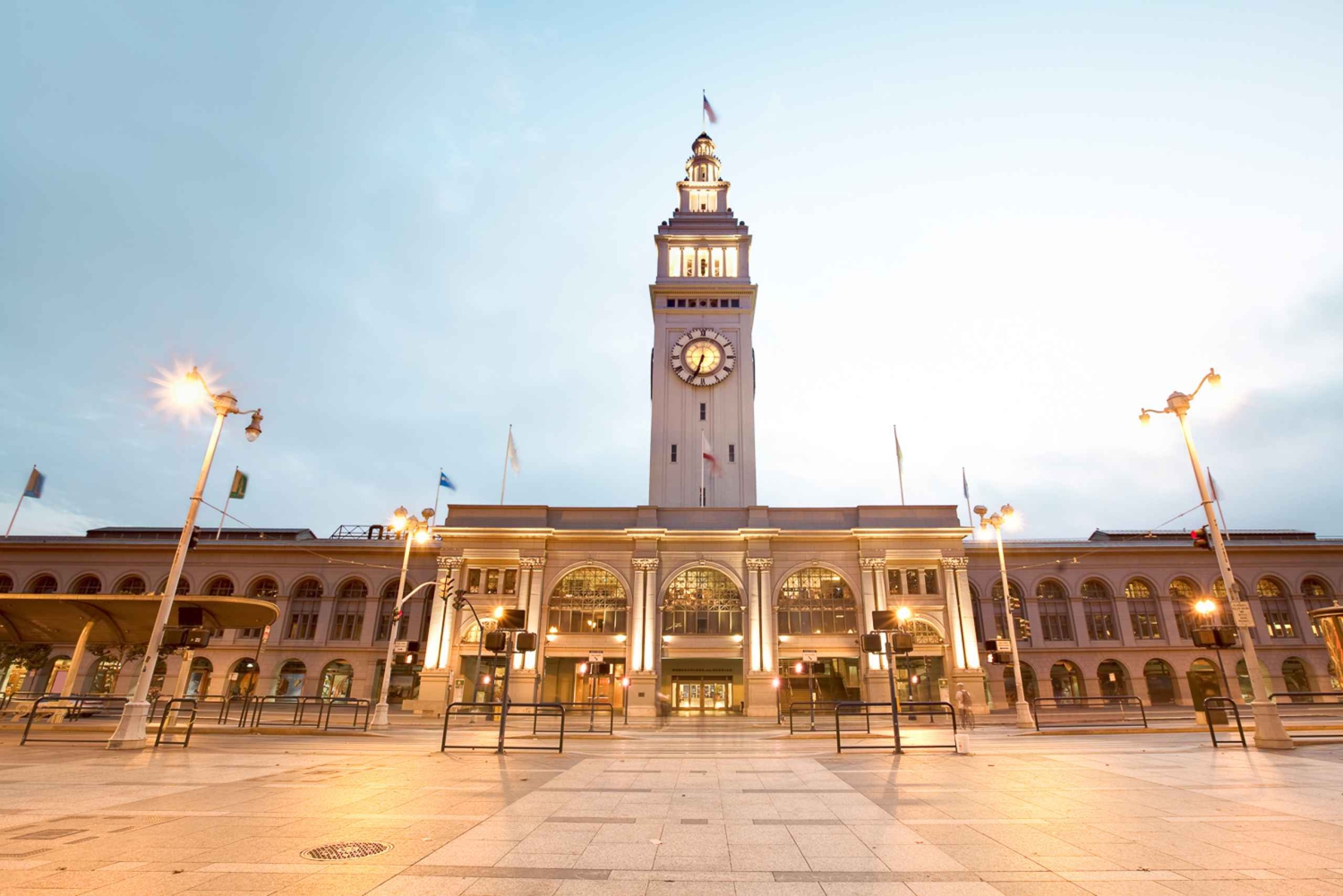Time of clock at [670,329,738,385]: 6:33
